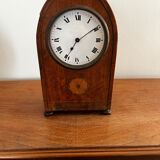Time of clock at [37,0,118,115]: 7:09
